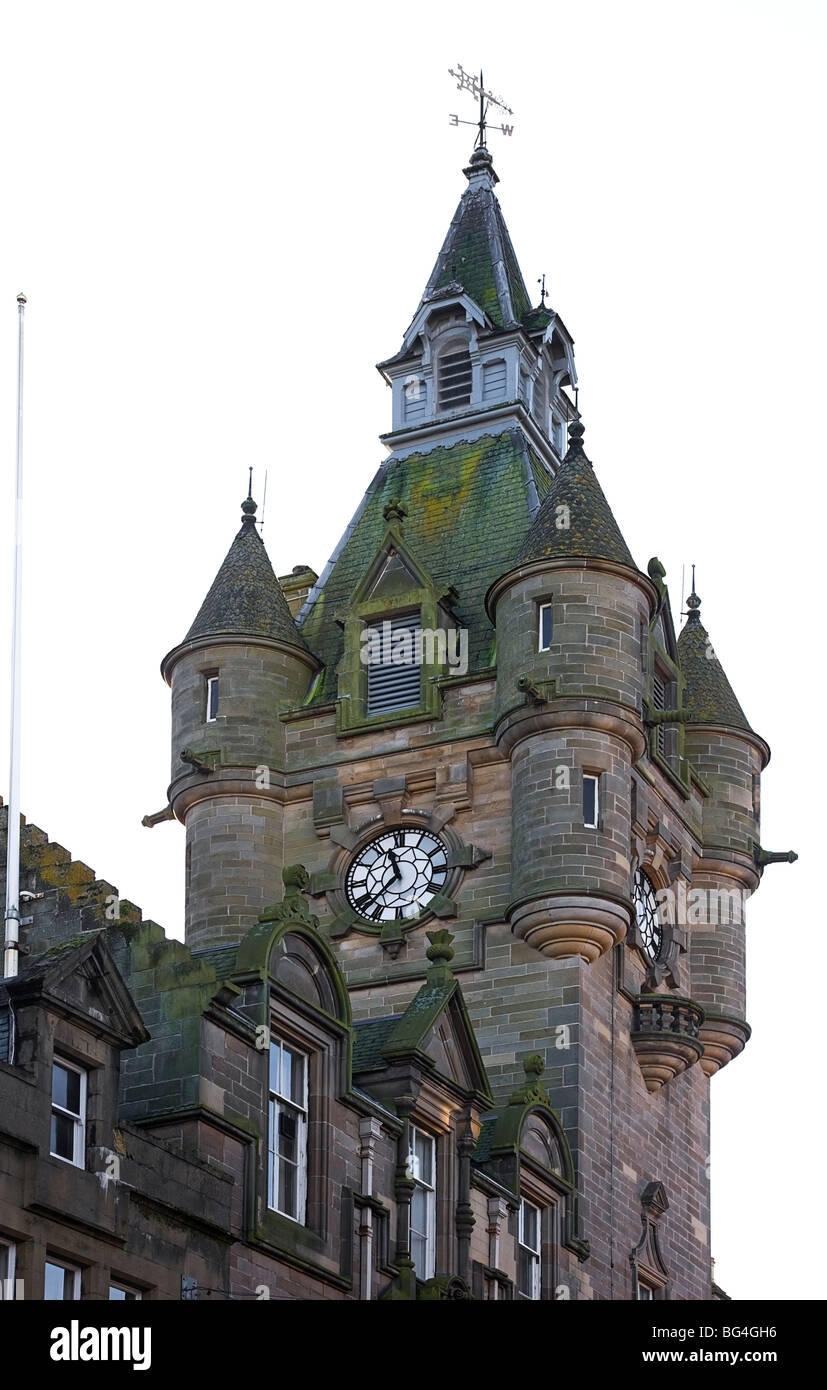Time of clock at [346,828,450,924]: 11:37
